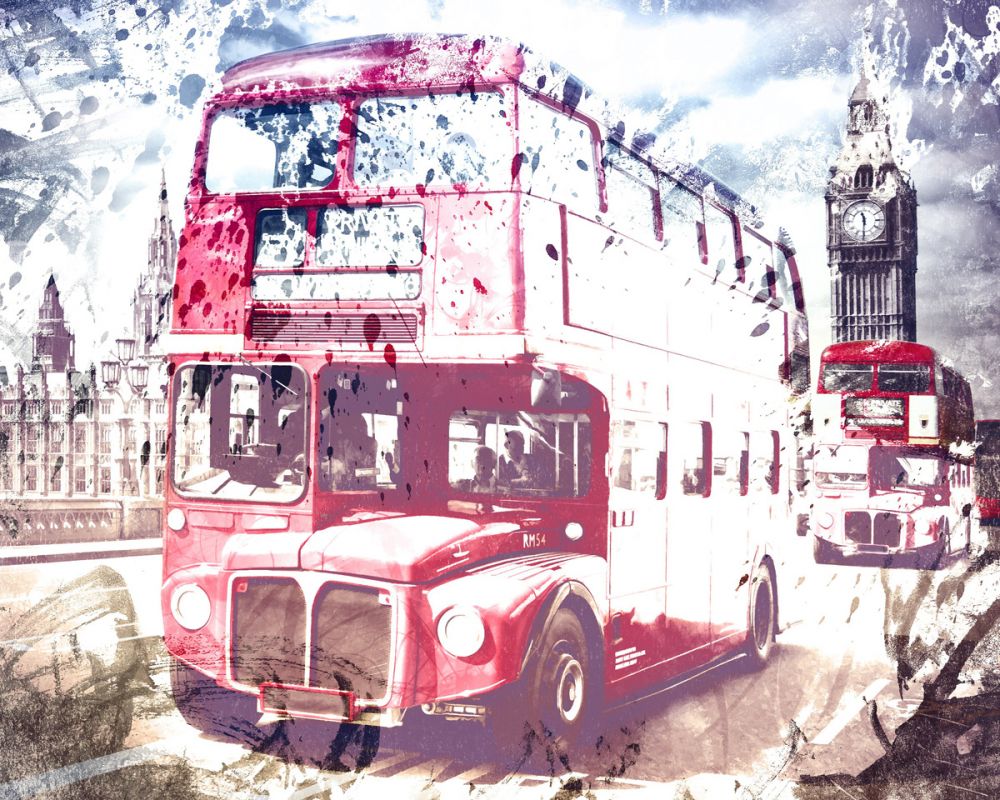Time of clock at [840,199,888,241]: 11:30
